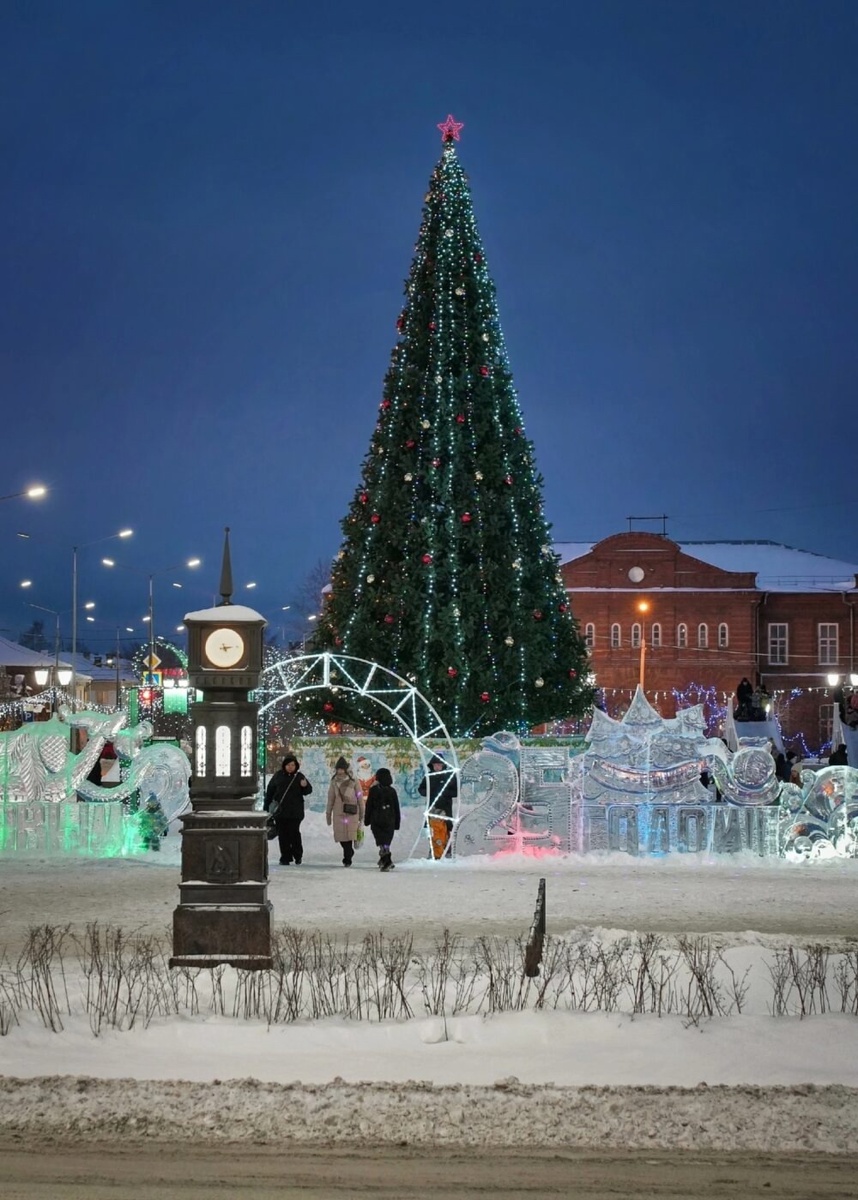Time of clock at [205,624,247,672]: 5:14
